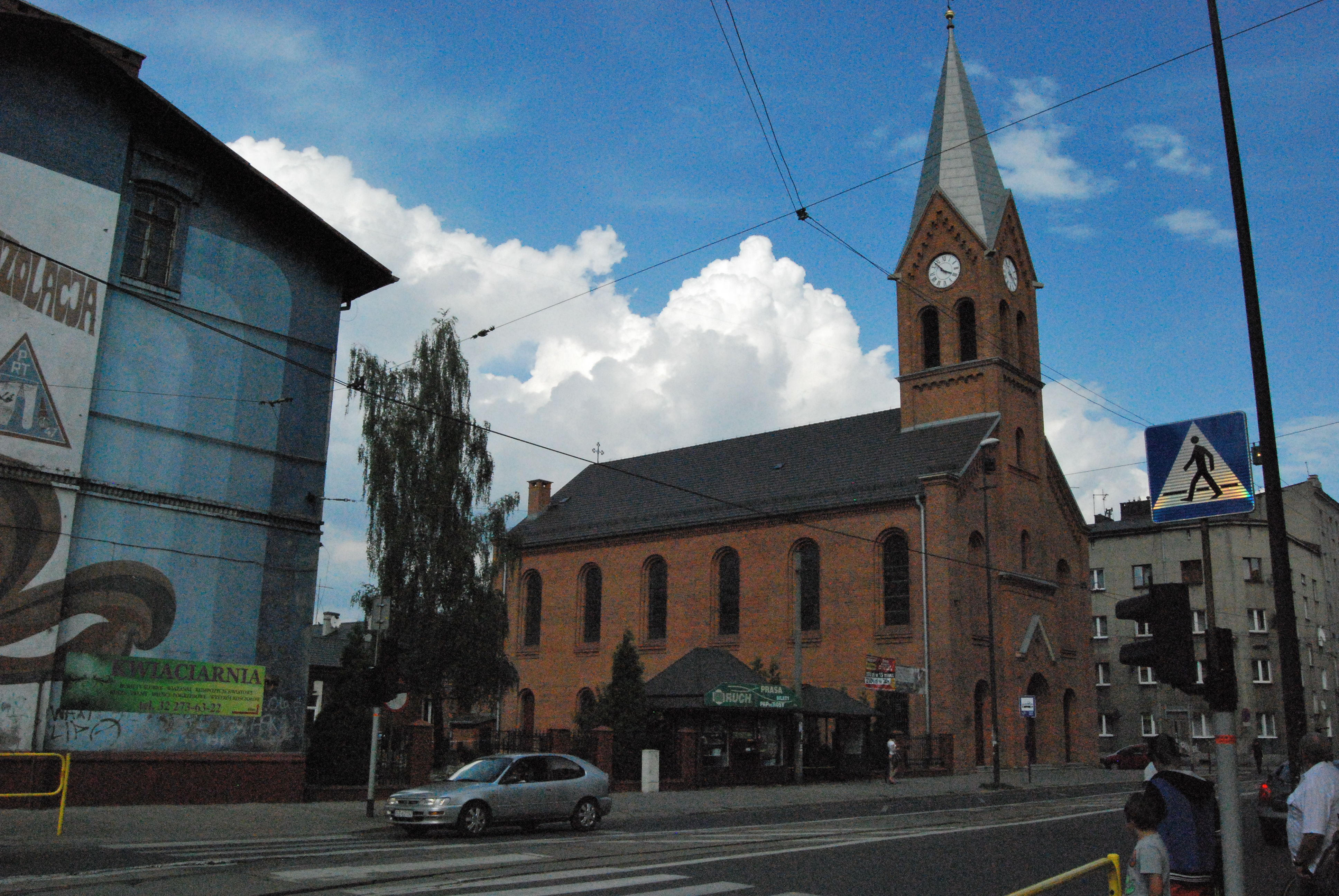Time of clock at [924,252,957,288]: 3:52
